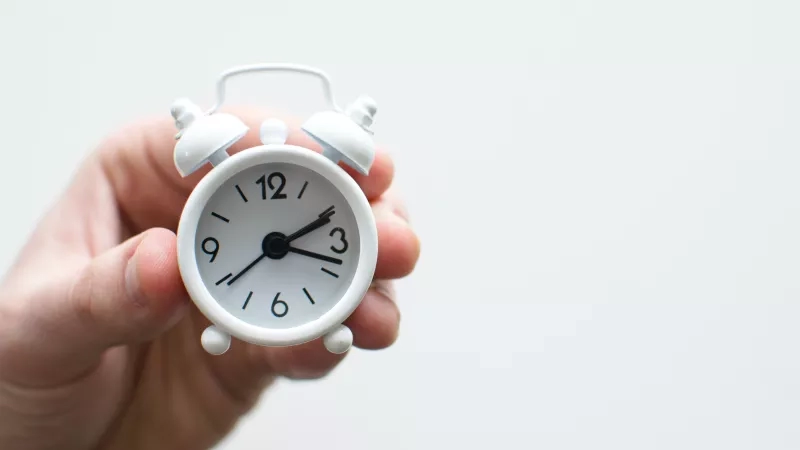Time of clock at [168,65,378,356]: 2:18
